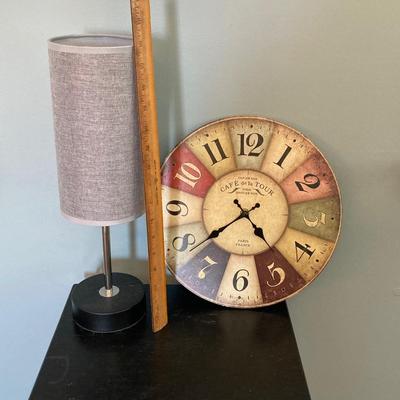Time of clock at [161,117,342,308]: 4:38
